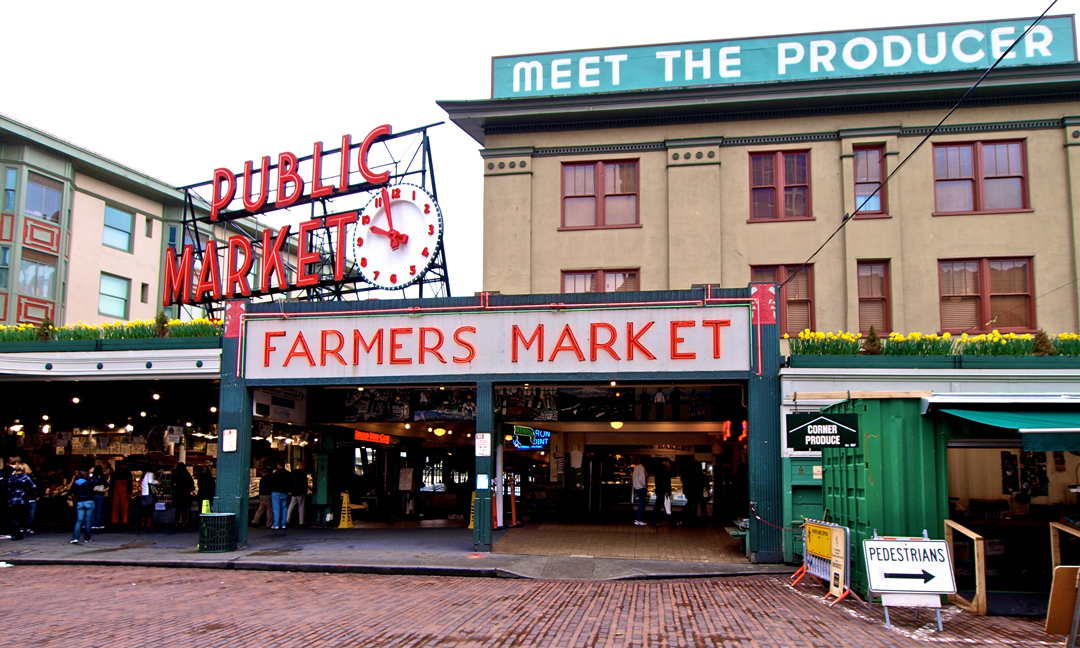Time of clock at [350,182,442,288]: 9:57
